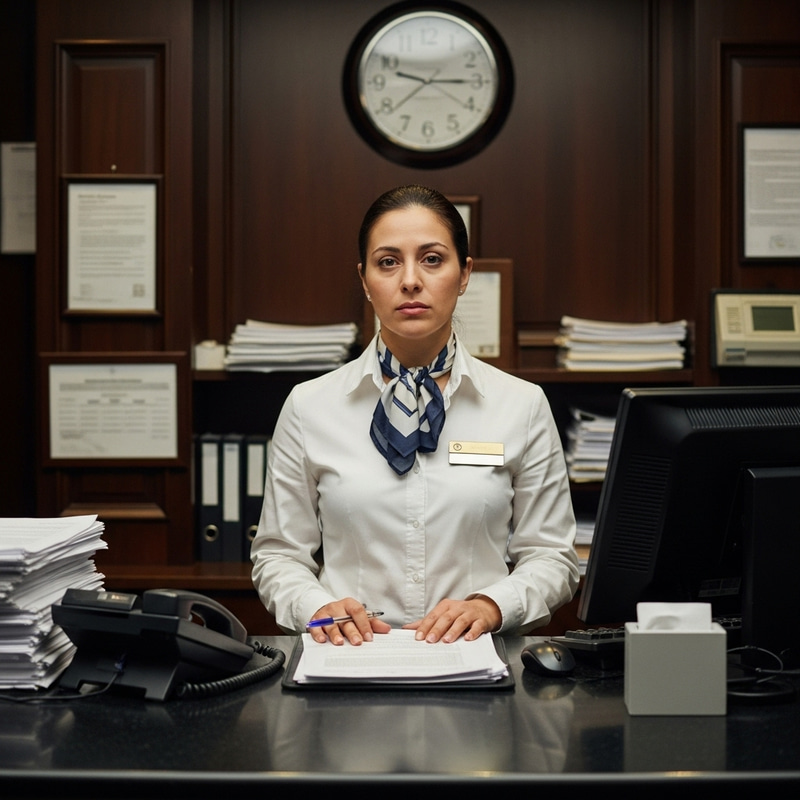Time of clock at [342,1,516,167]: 9:15
